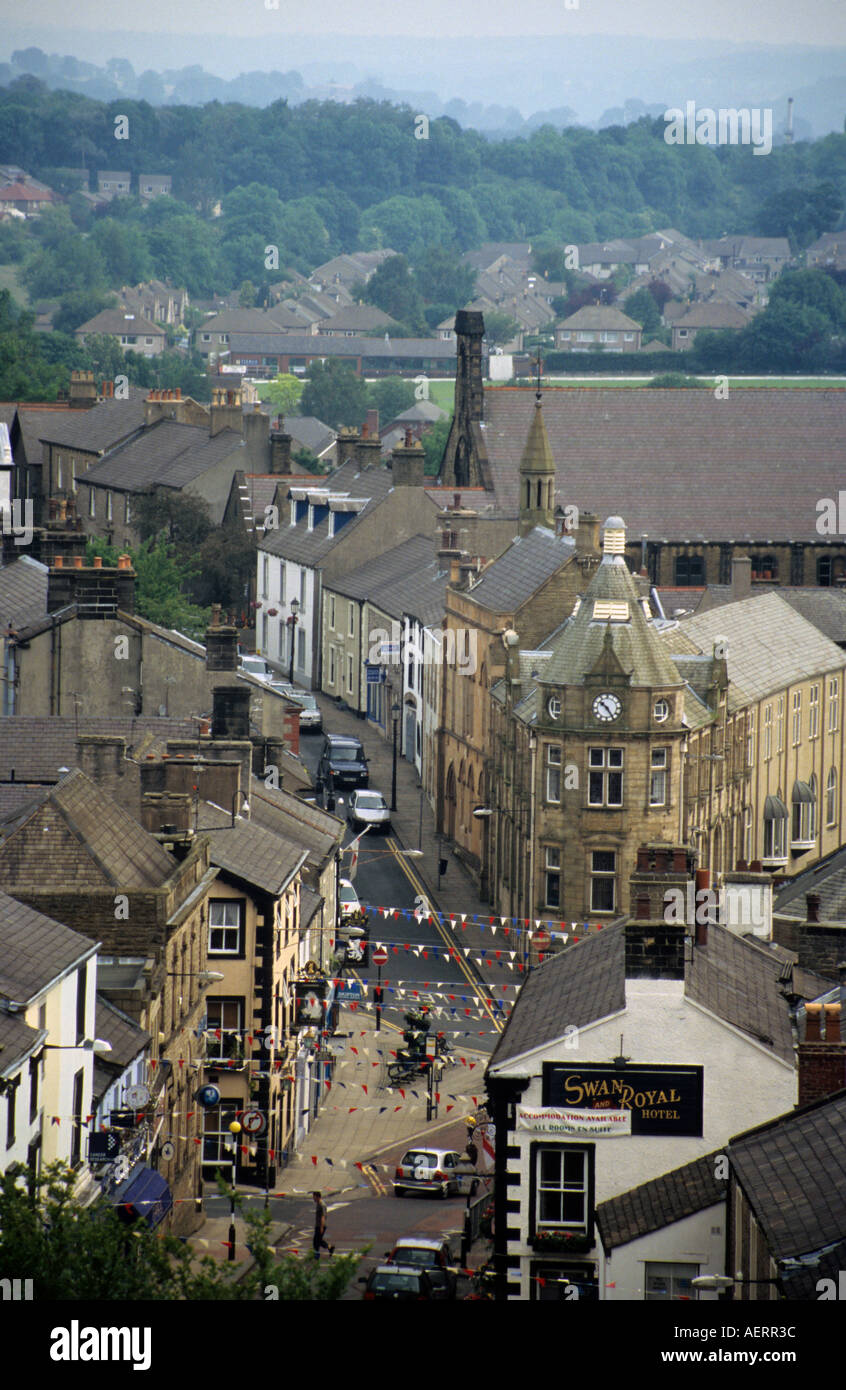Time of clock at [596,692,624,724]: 10:24
